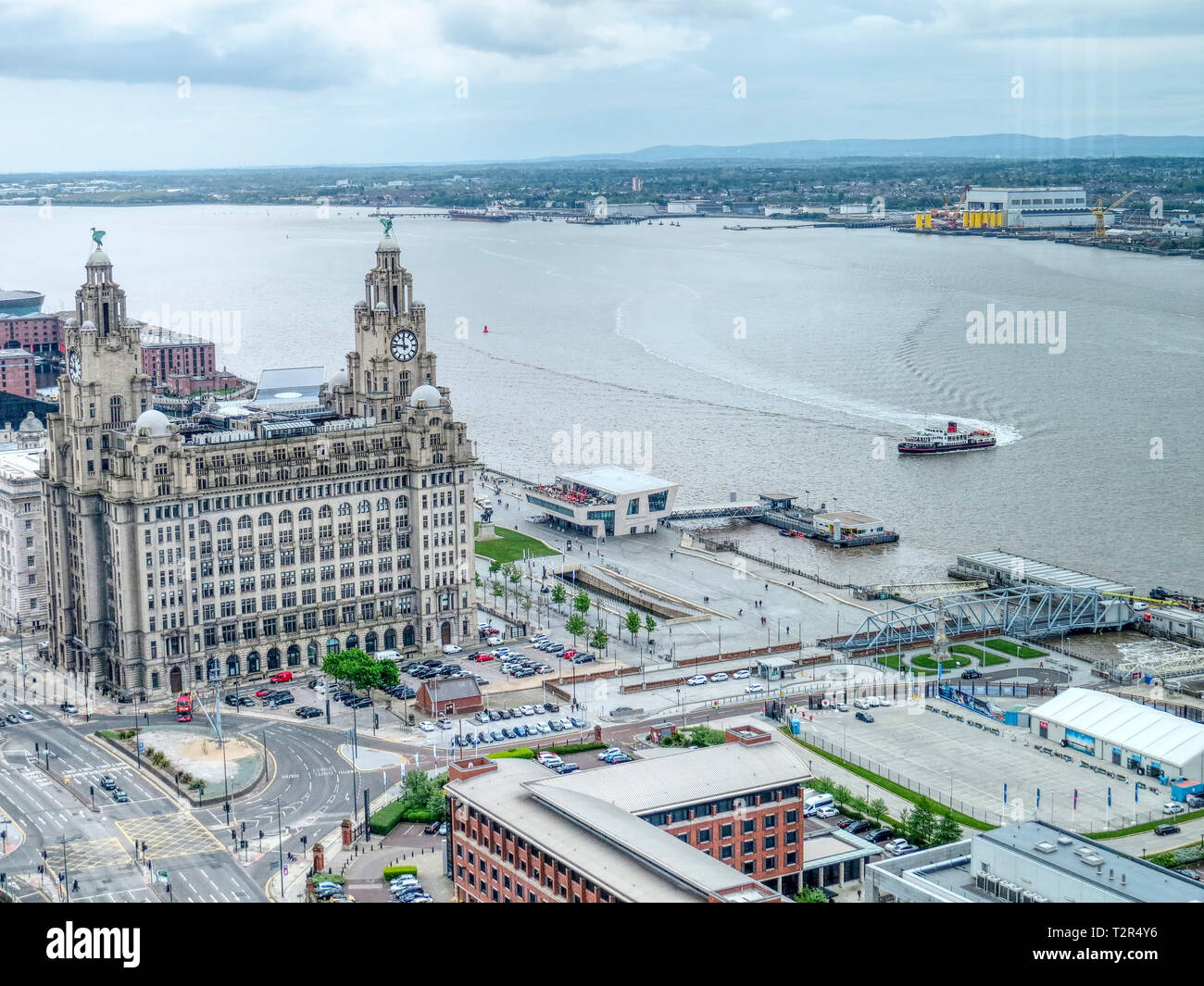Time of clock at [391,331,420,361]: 11:46
